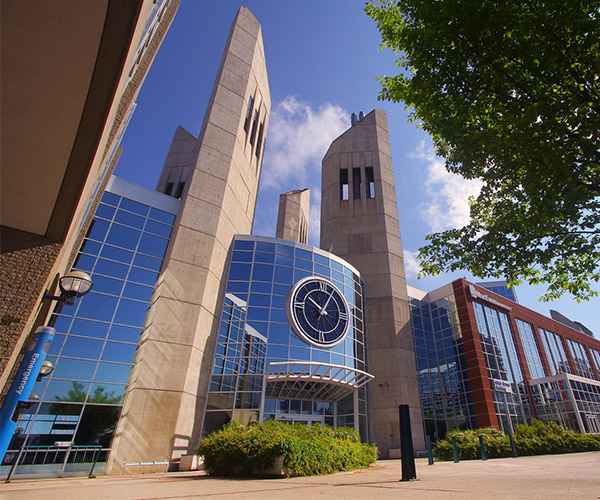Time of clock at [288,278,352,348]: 10:05
